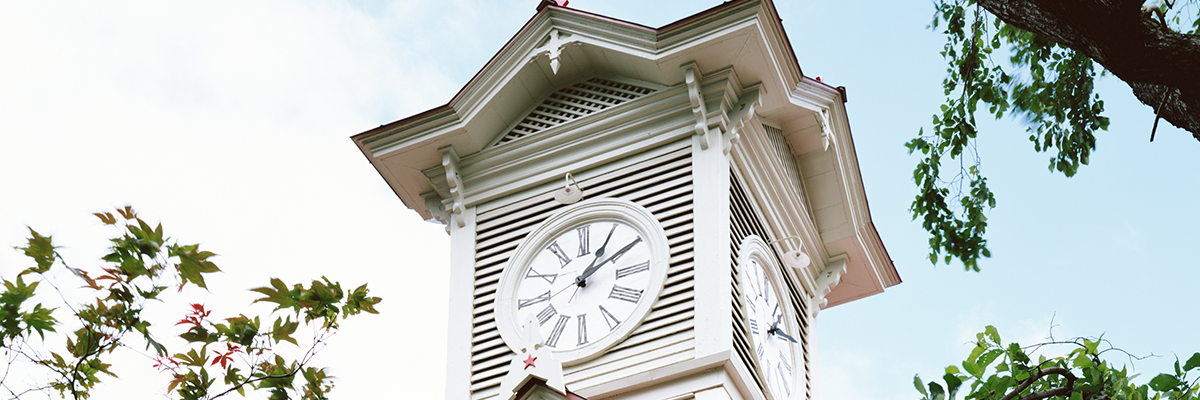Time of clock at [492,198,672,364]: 1:10
